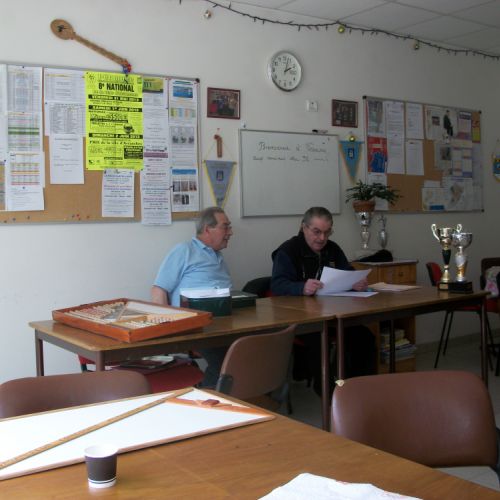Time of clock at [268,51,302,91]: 2:02
